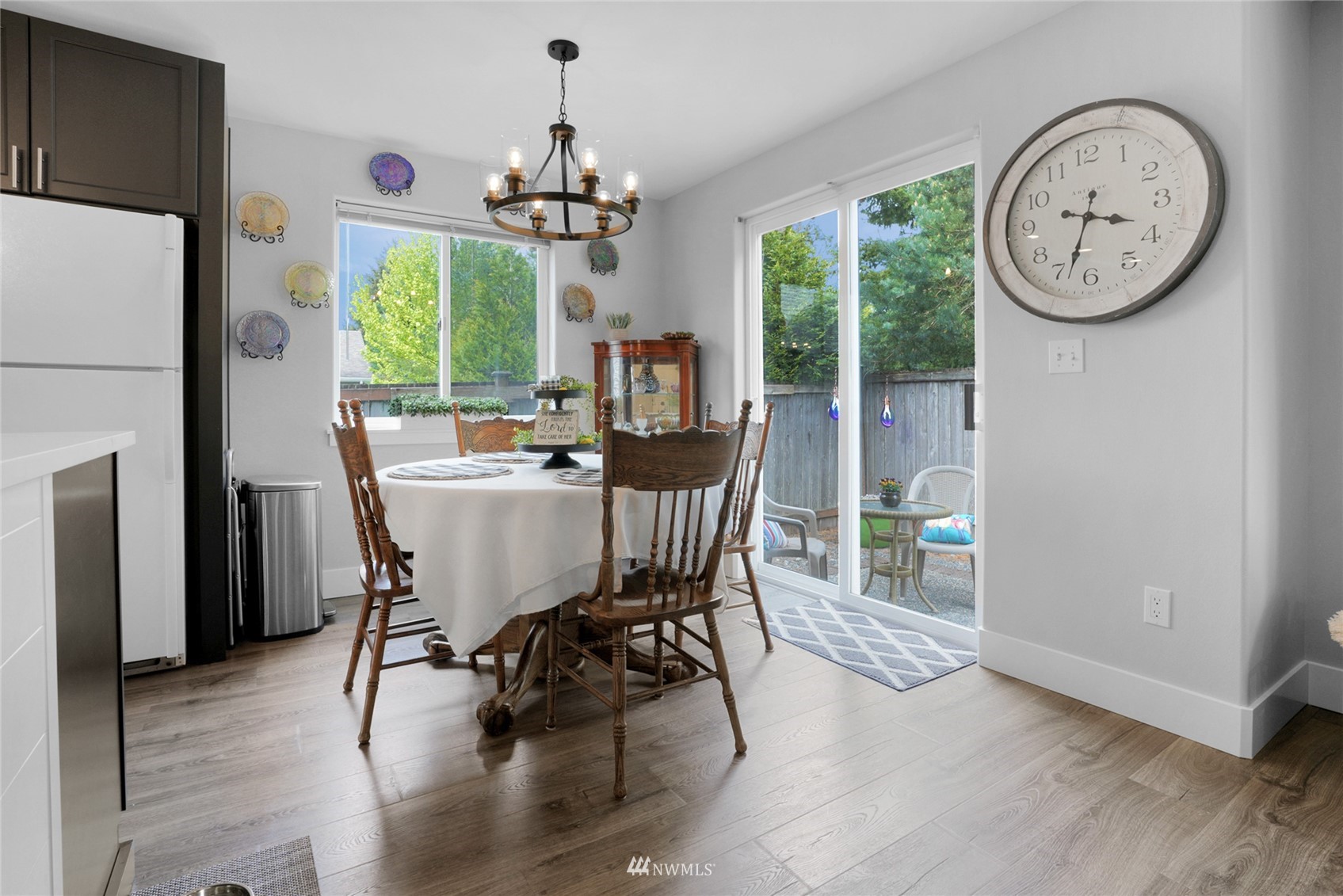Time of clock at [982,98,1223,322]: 3:33
